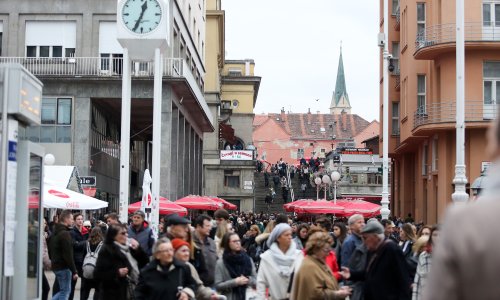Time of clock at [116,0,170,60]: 12:34
